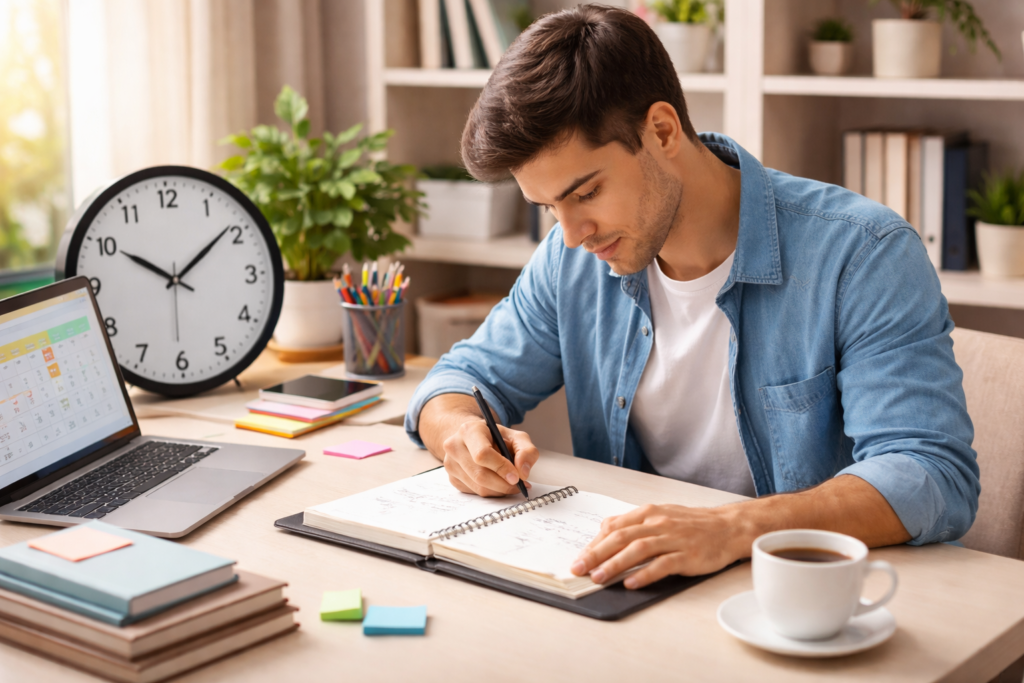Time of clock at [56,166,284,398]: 10:08
